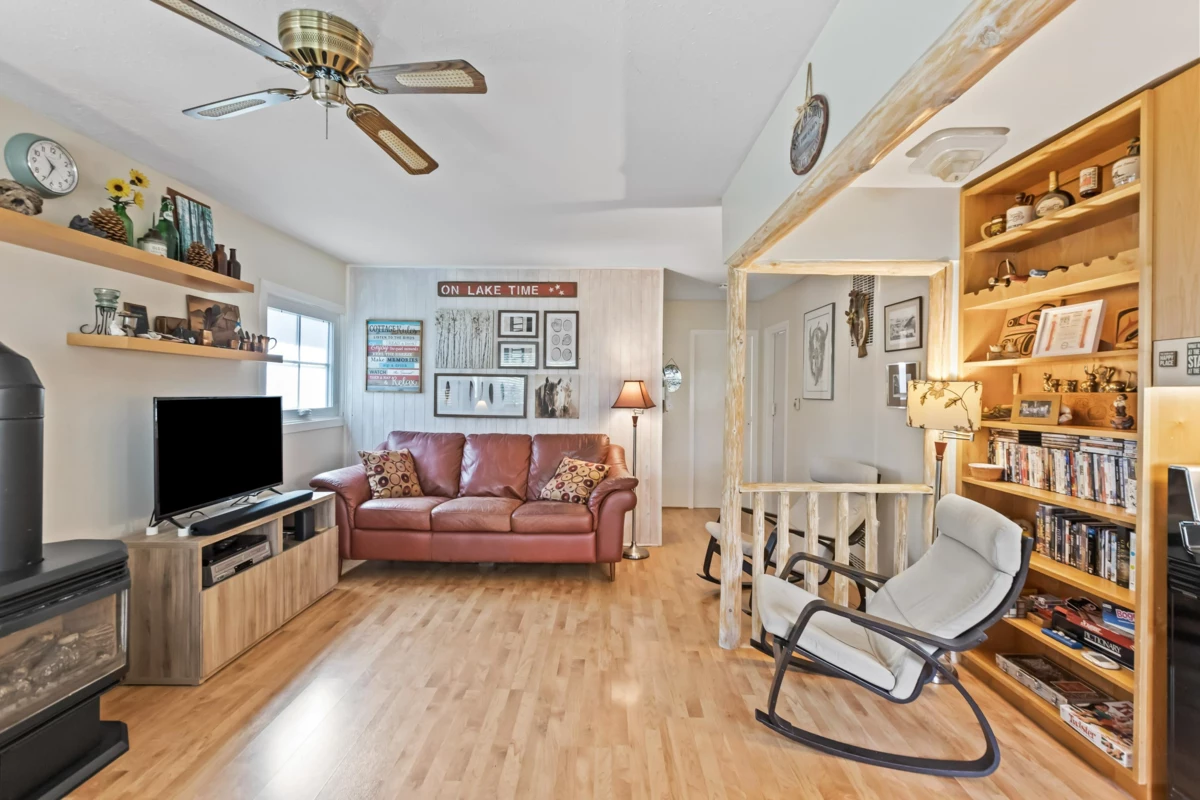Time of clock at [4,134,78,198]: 10:34
